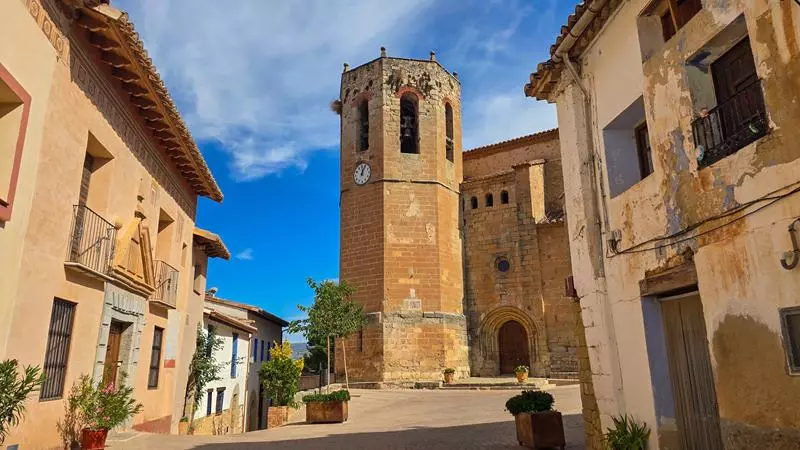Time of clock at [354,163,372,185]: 12:04
